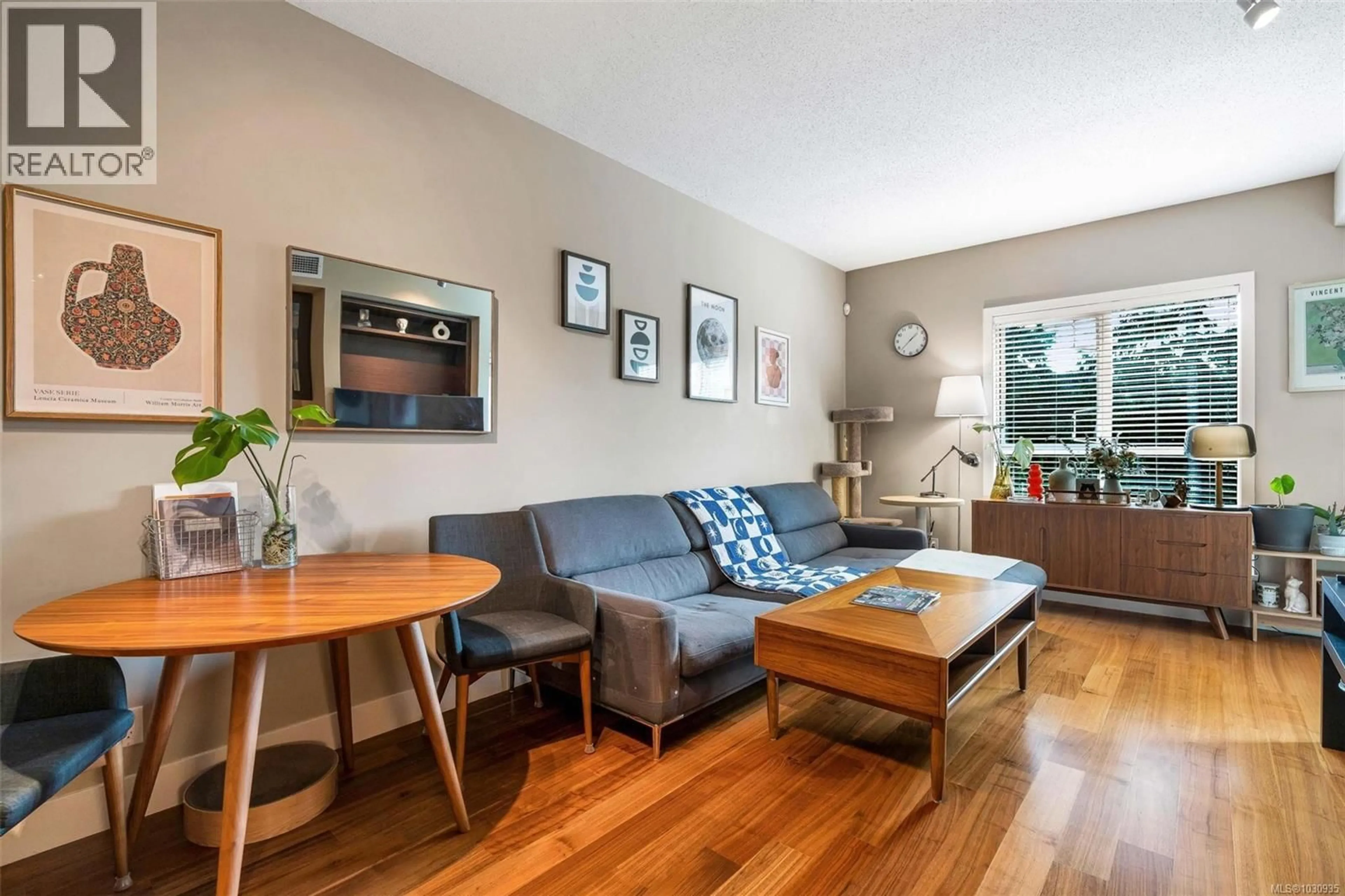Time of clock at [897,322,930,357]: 1:37
